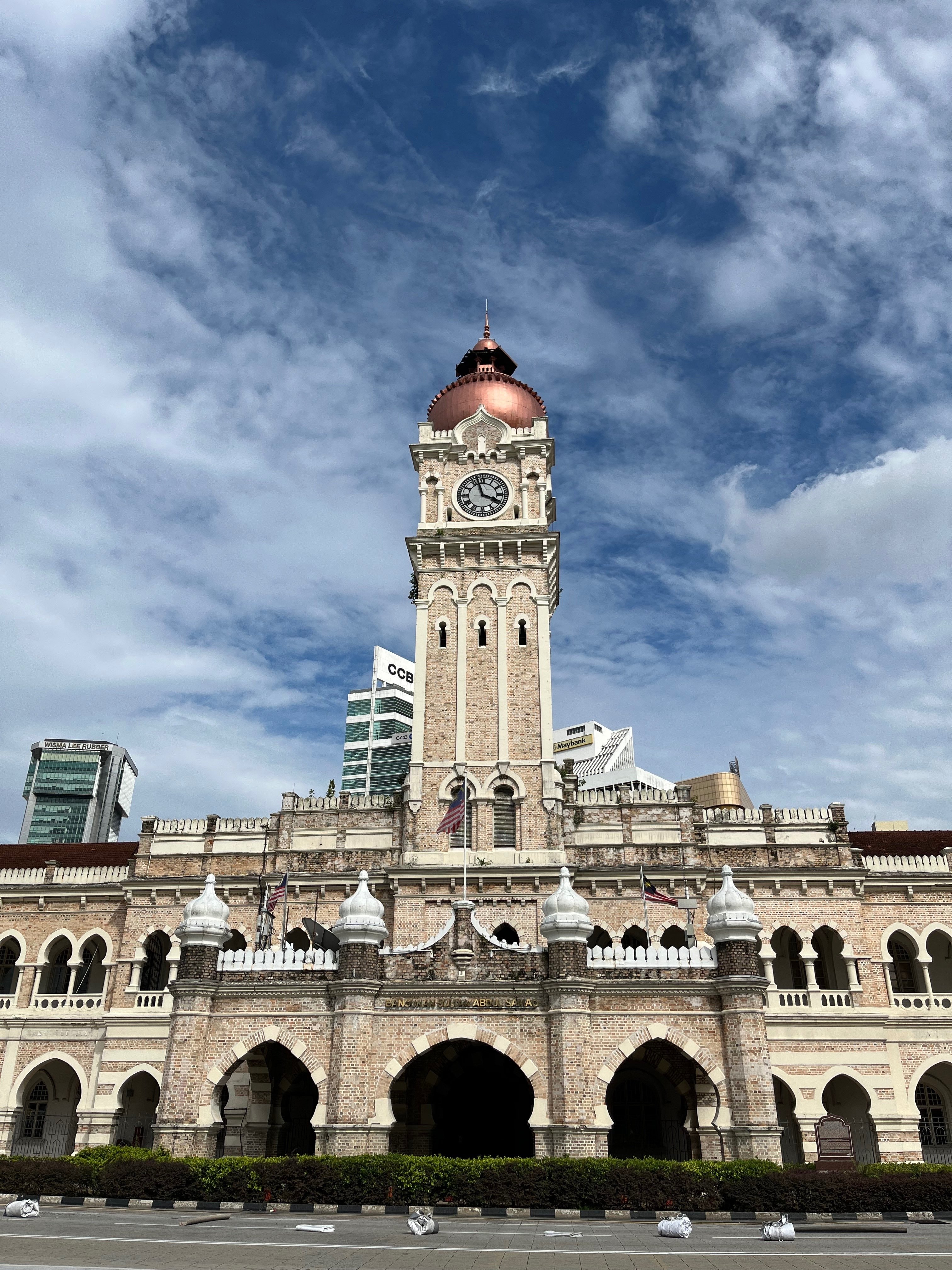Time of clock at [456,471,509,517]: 3:56
